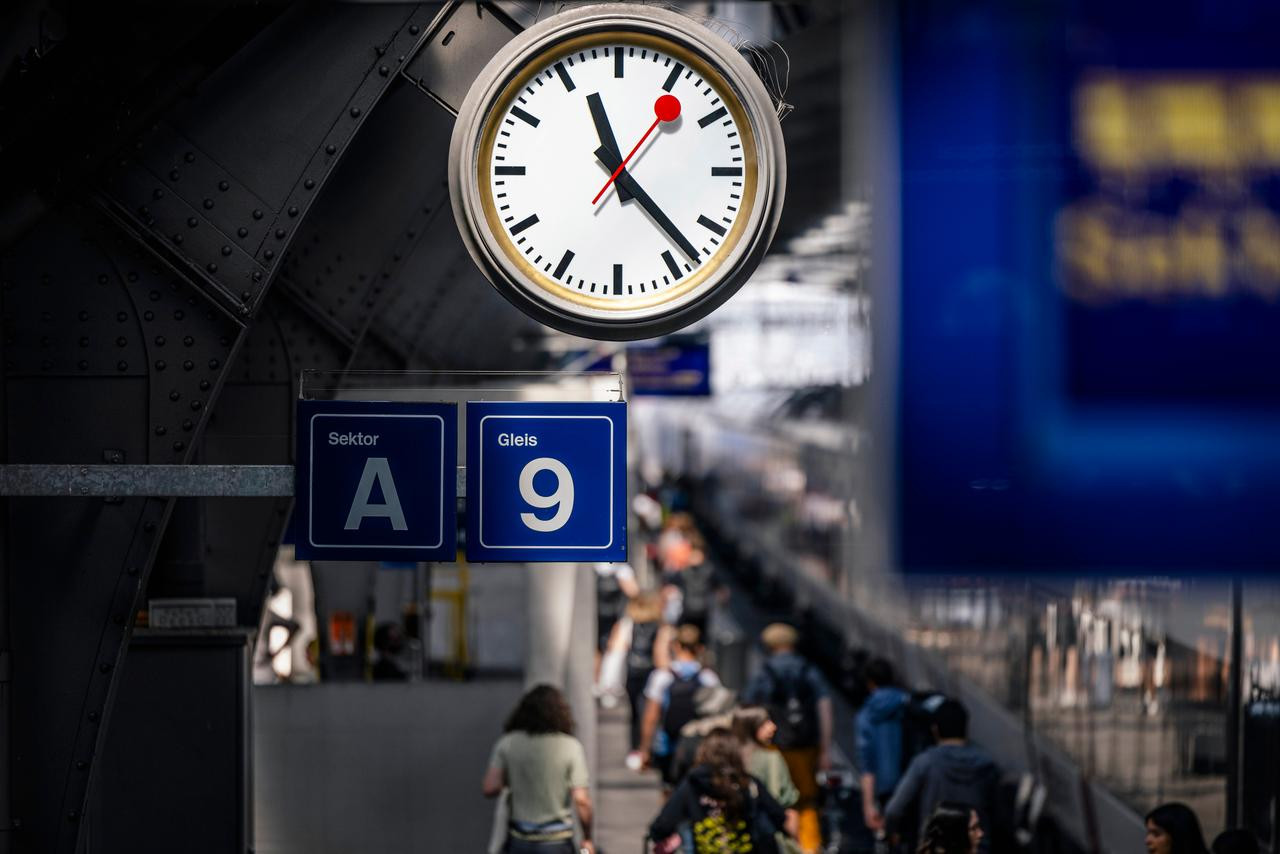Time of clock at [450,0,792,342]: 11:22
